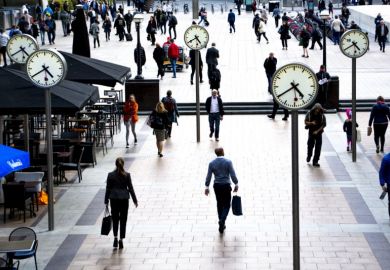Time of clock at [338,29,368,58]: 4:40
